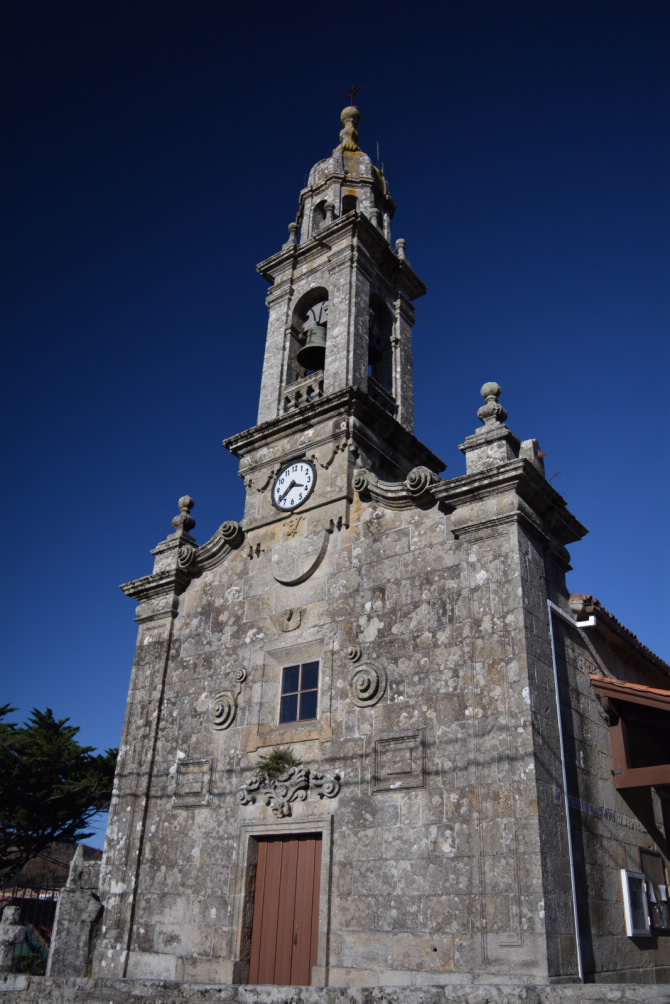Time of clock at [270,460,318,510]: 3:38
